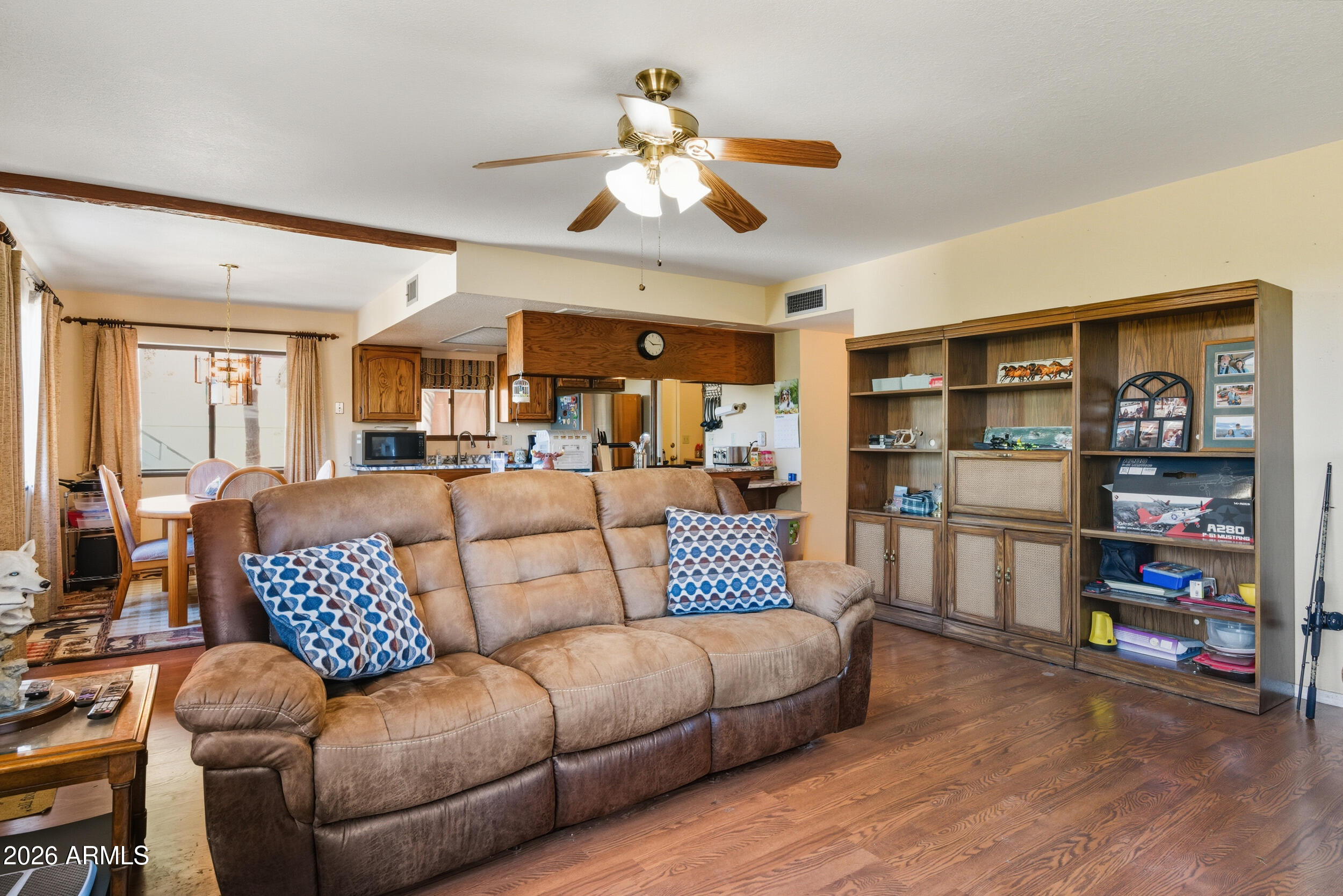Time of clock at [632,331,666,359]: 10:14
